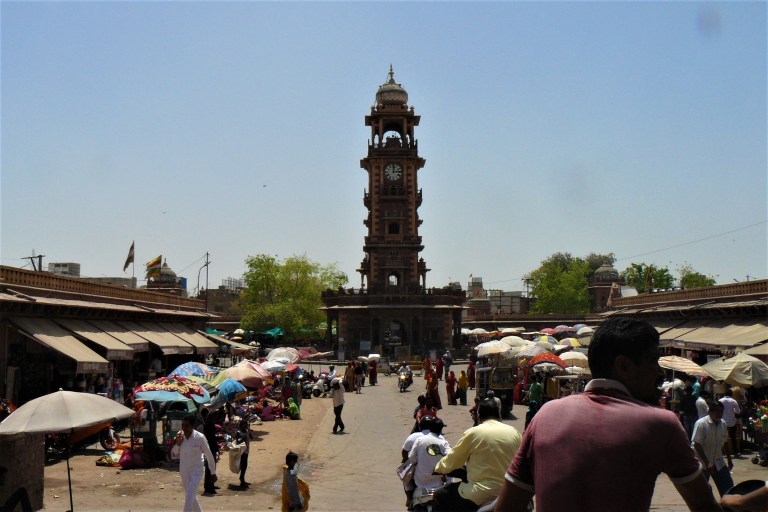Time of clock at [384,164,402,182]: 12:13
